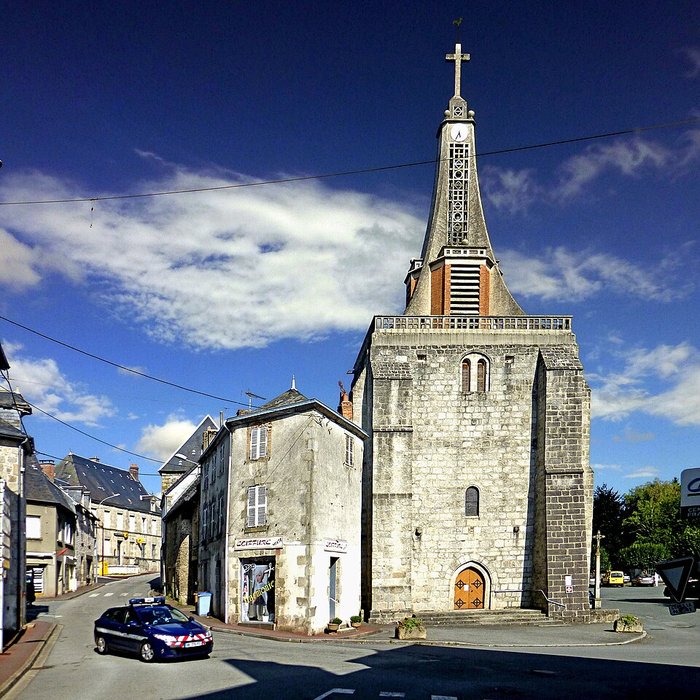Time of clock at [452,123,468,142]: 5:34
